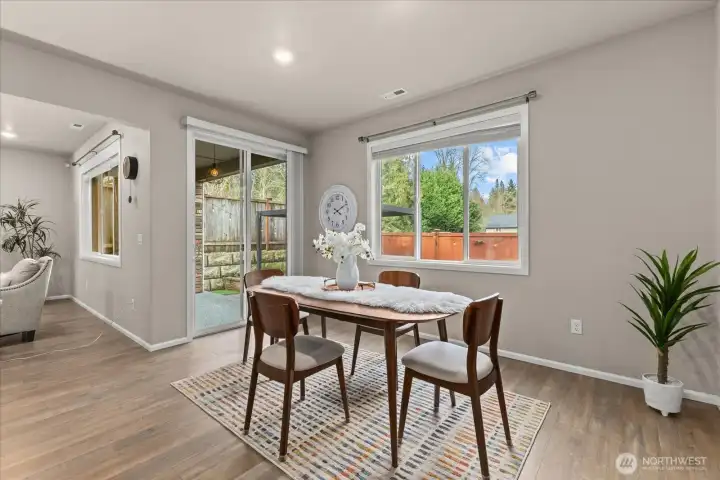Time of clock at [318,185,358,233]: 4:10
